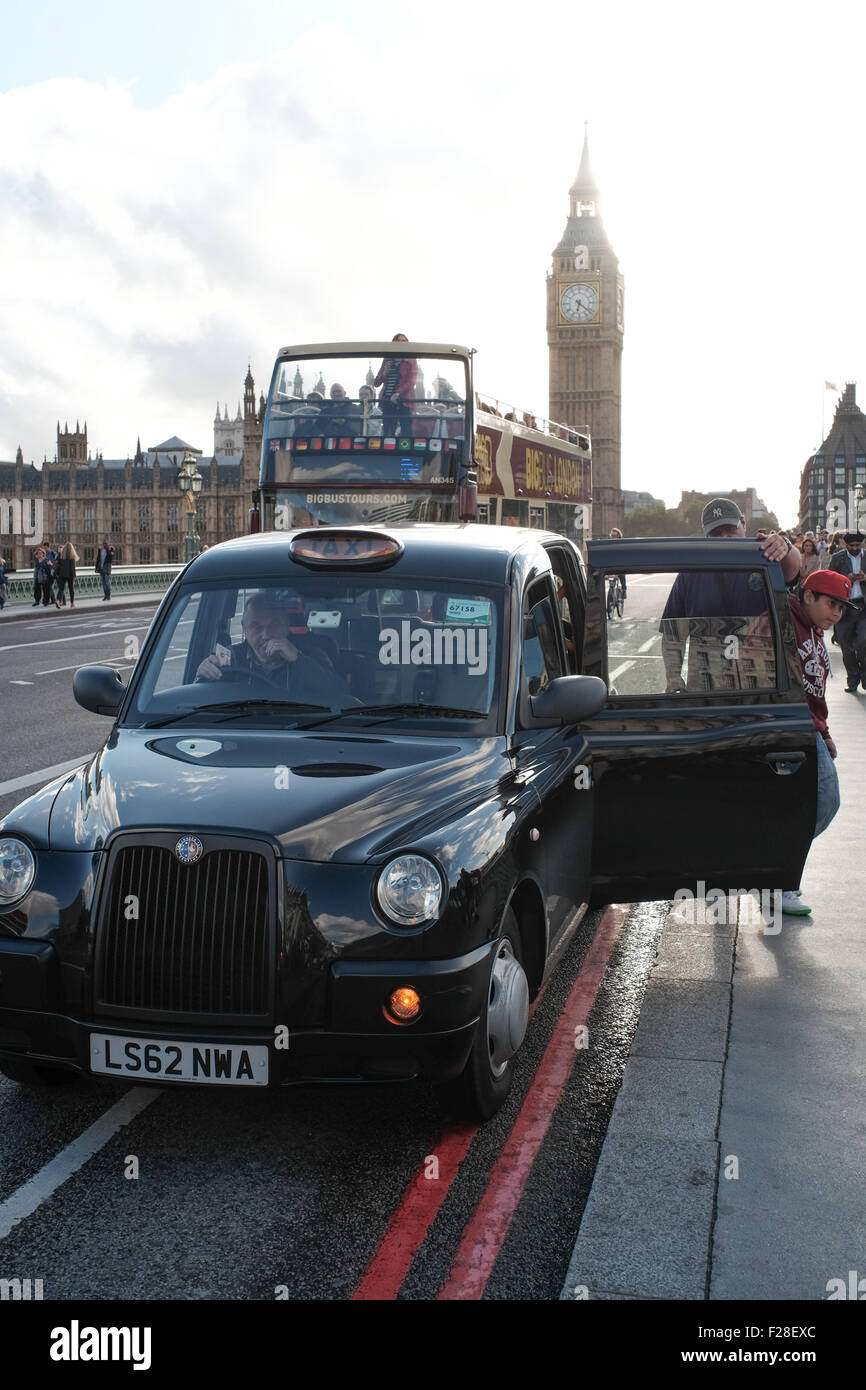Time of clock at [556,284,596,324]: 6:21
